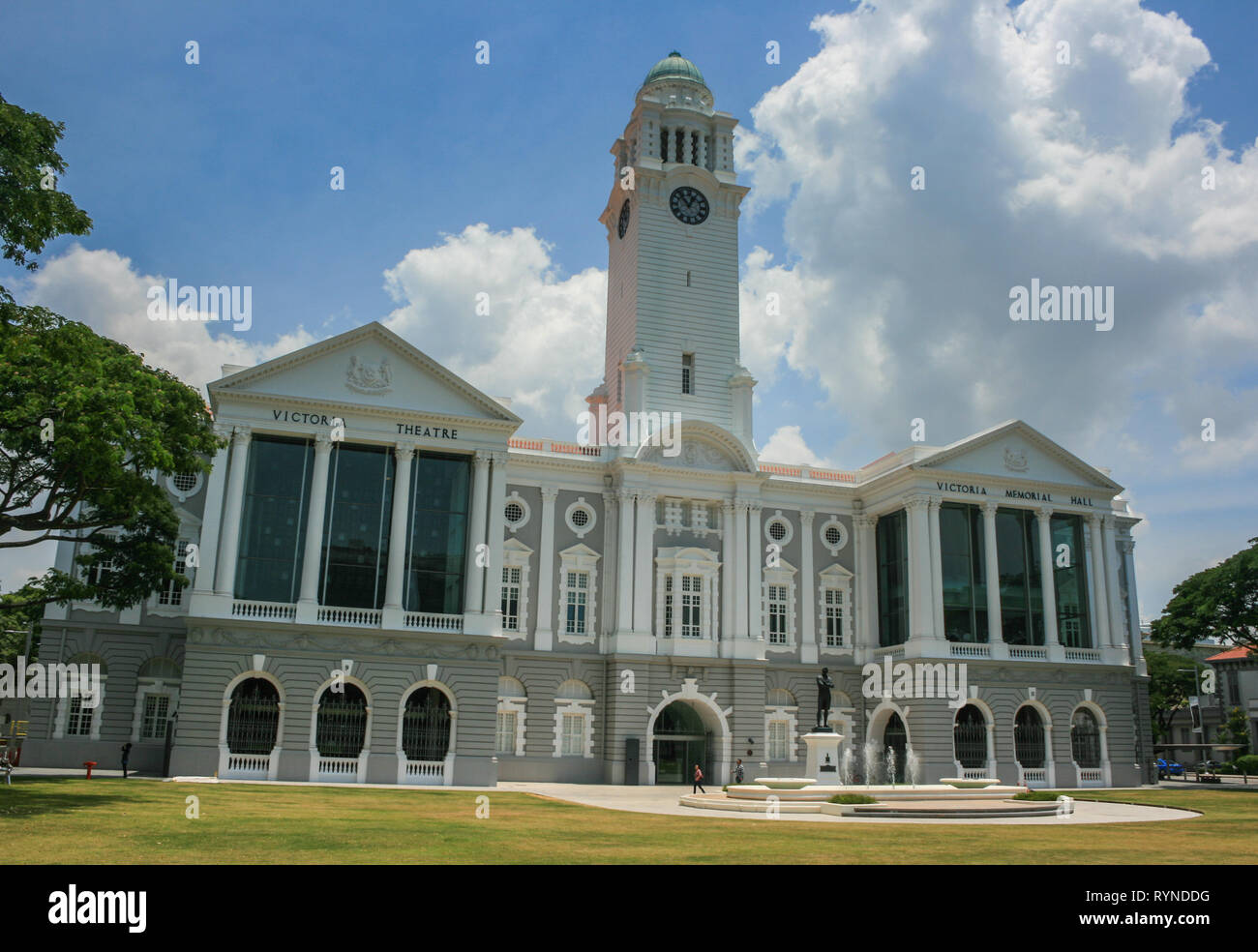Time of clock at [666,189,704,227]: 12:53
